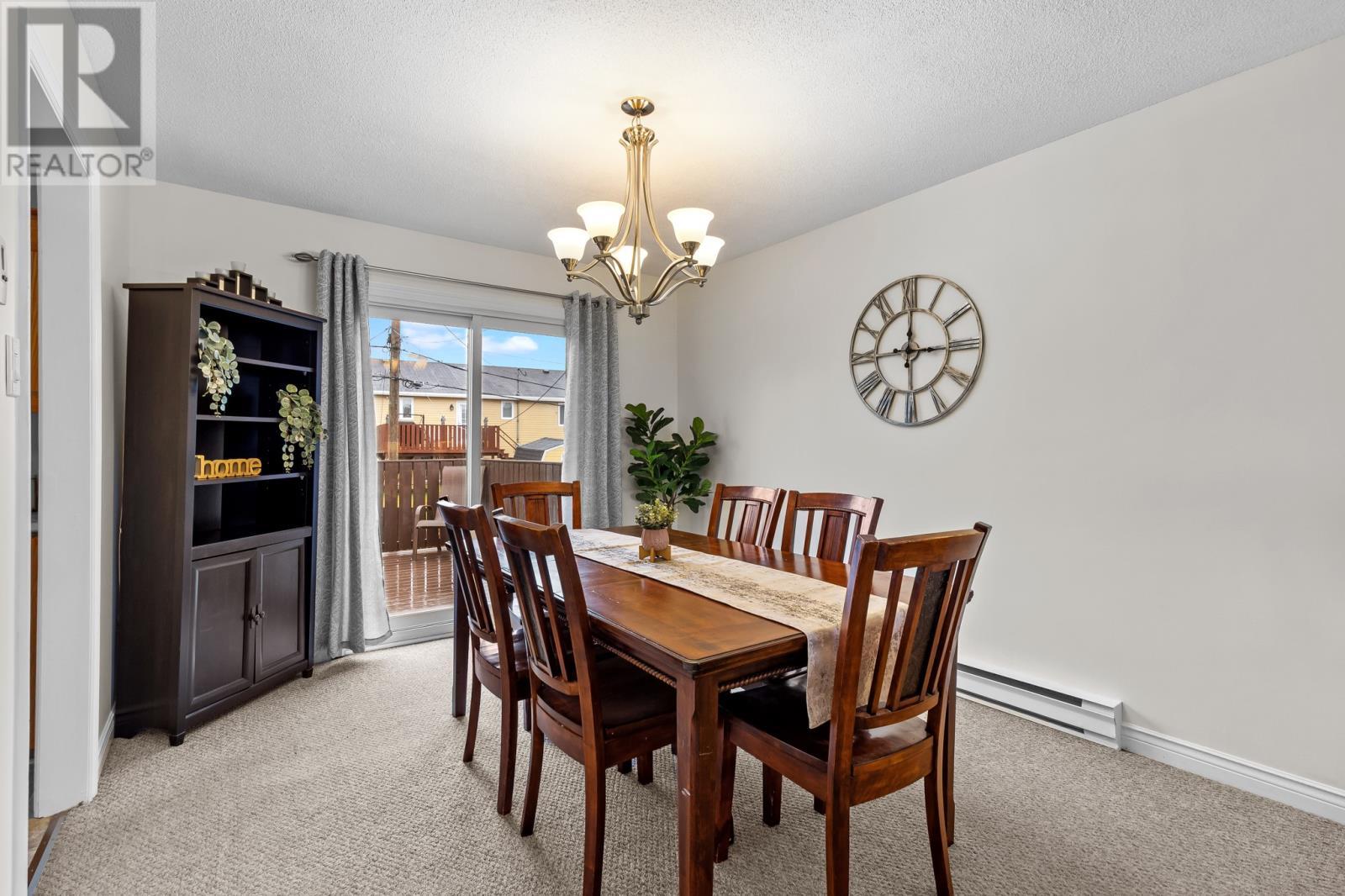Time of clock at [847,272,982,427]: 3:00
